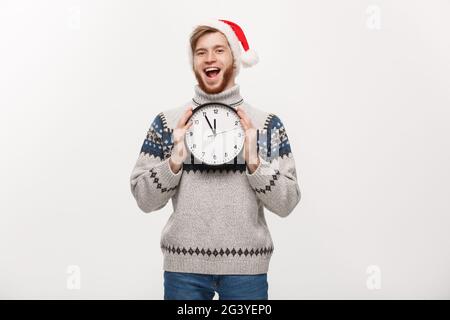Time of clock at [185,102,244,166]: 11:55
